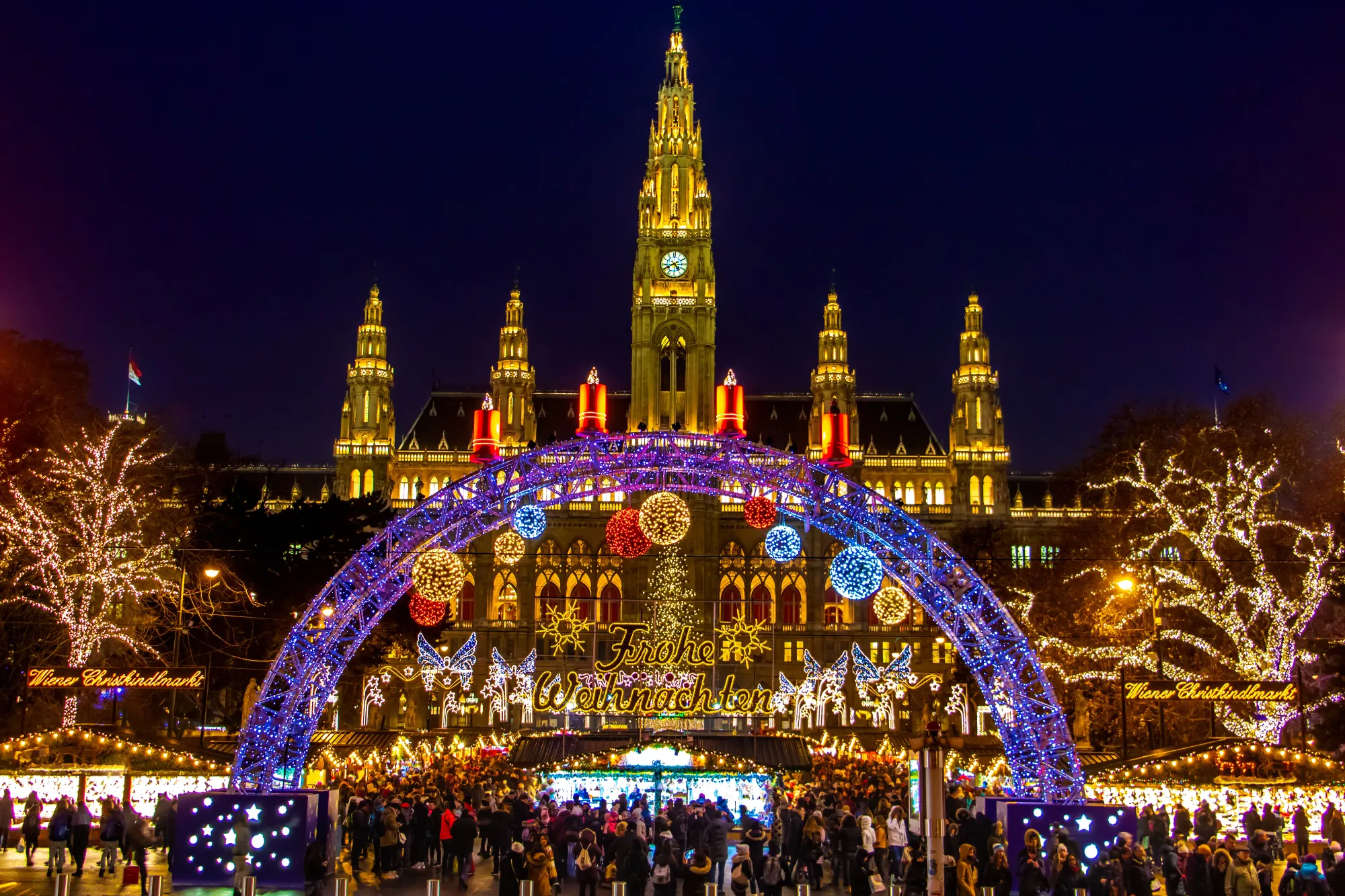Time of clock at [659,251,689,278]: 4:40
